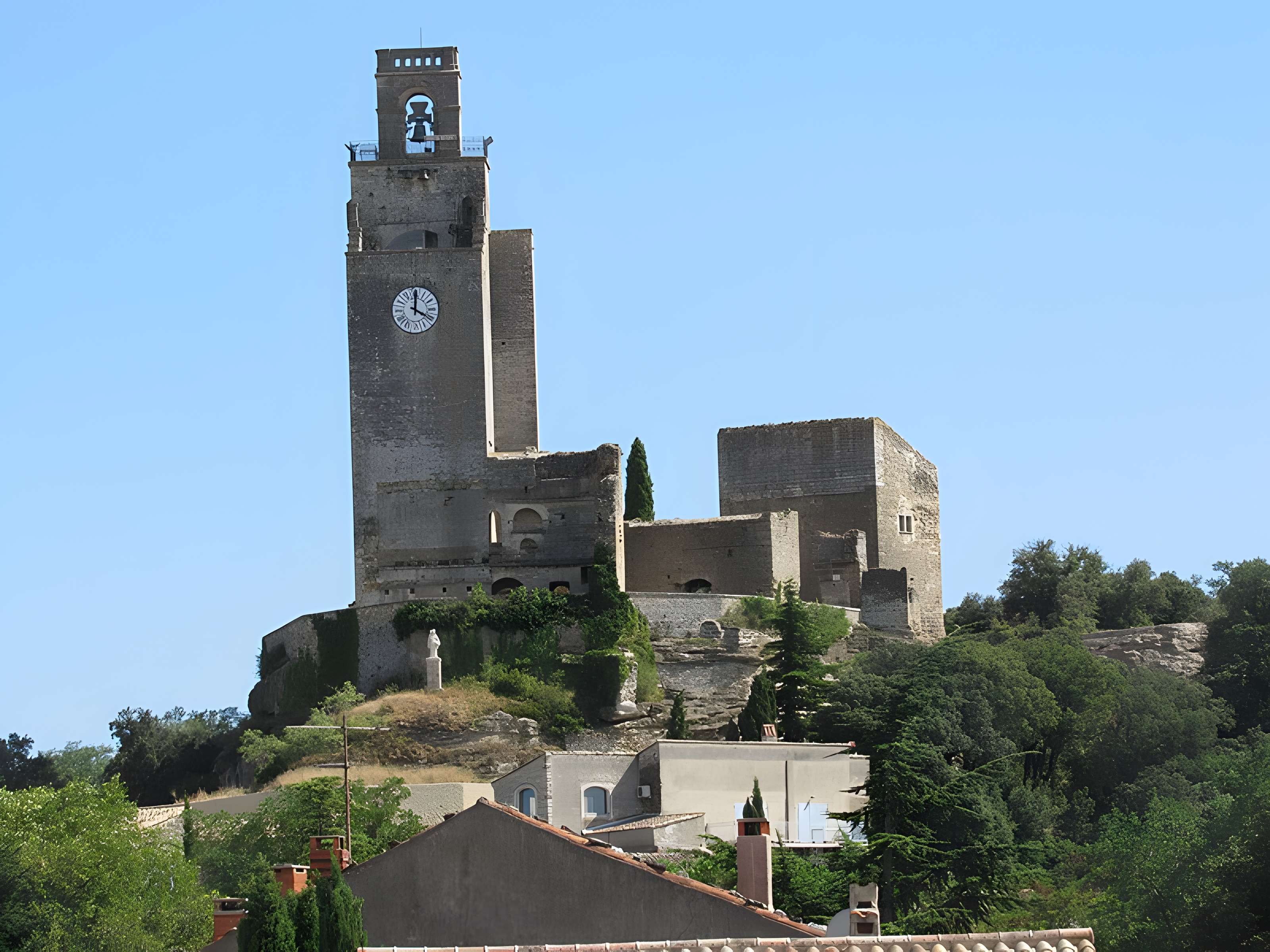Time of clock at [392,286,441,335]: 4:00
